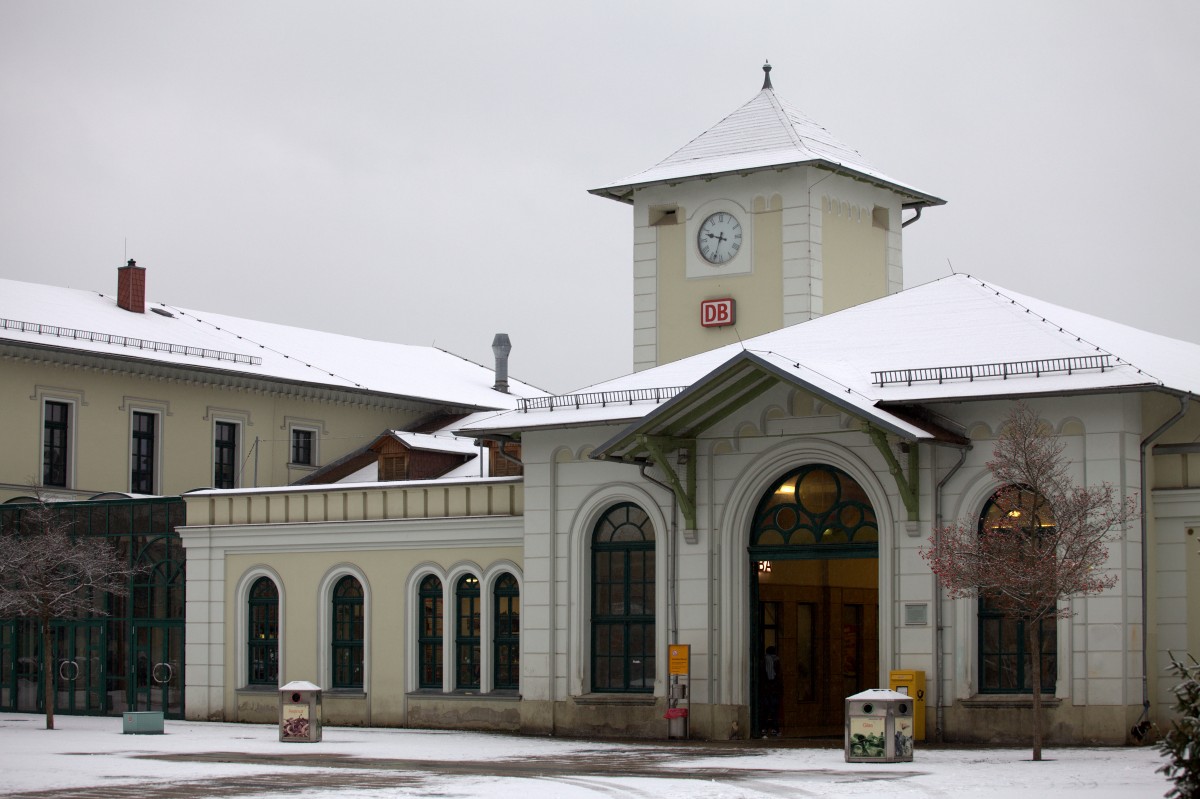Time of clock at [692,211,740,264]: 9:33
